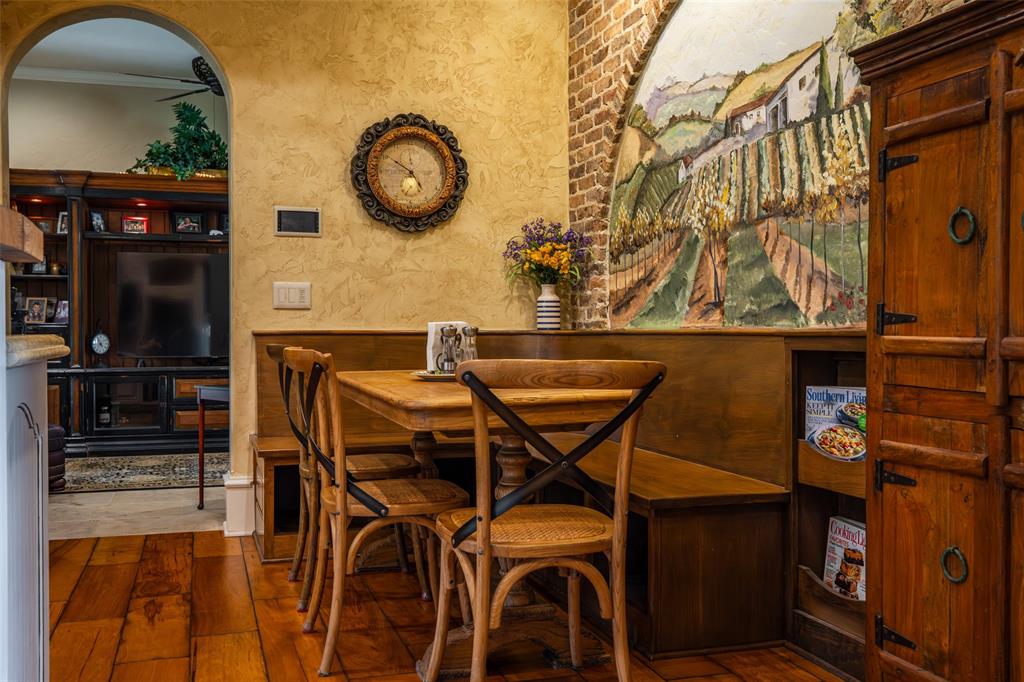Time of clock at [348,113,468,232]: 4:50
